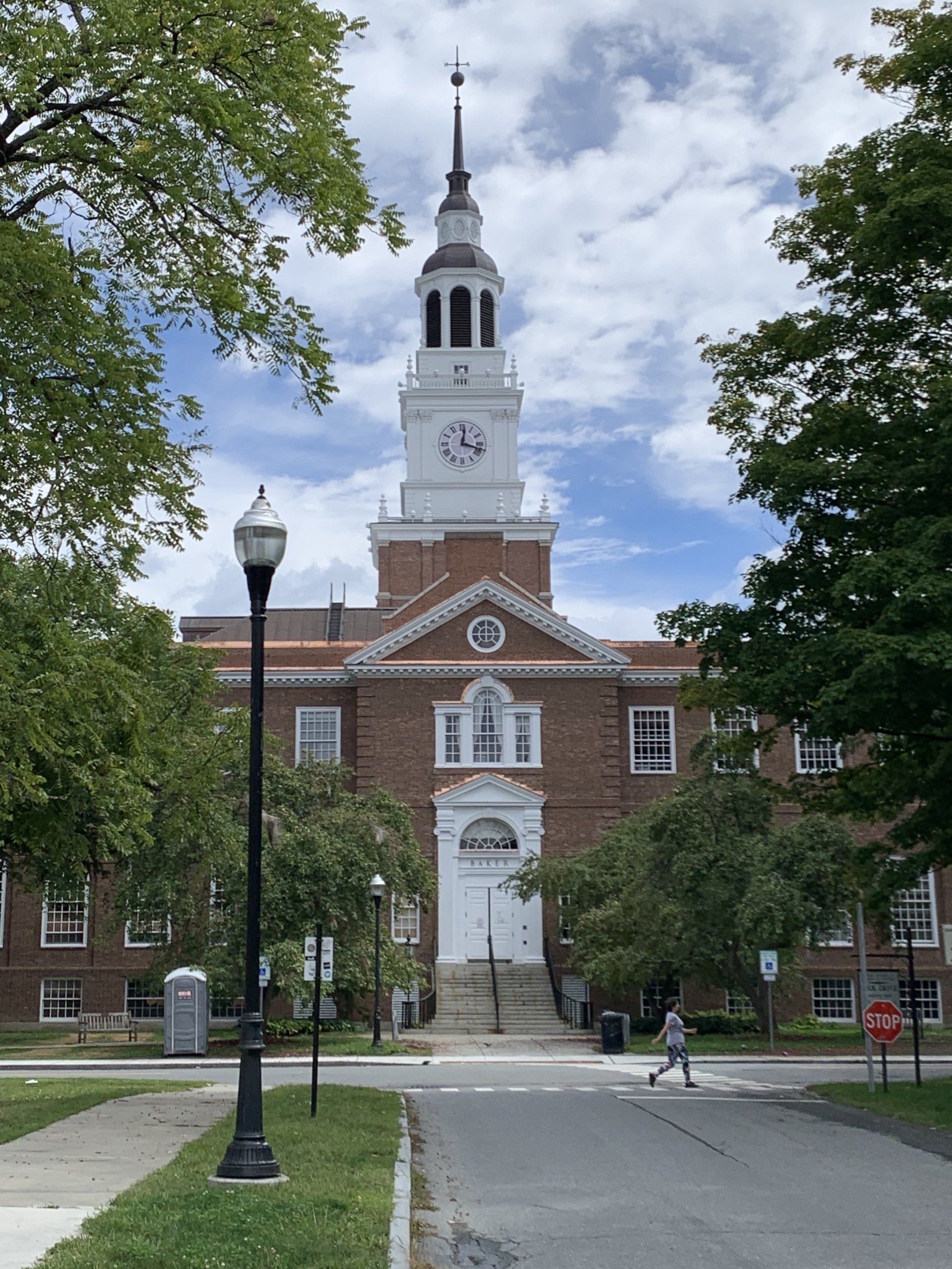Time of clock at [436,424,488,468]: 12:17
